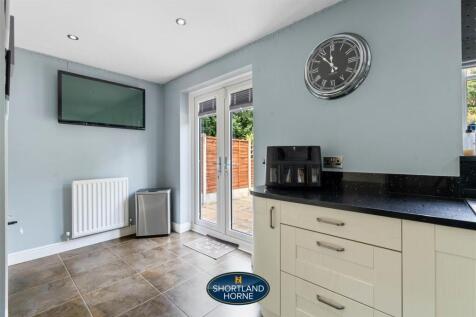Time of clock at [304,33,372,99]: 11:52
